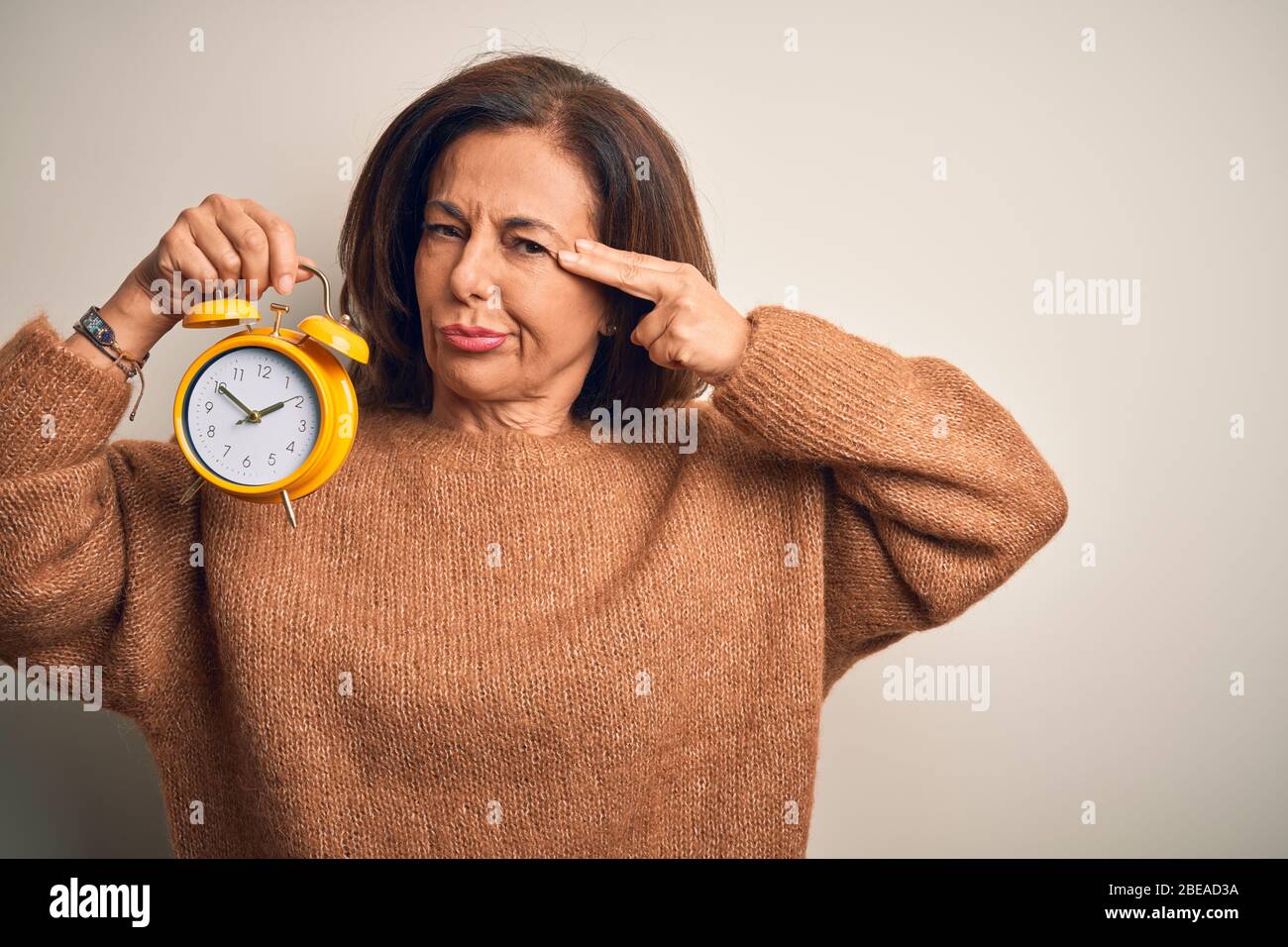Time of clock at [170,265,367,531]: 1:50
